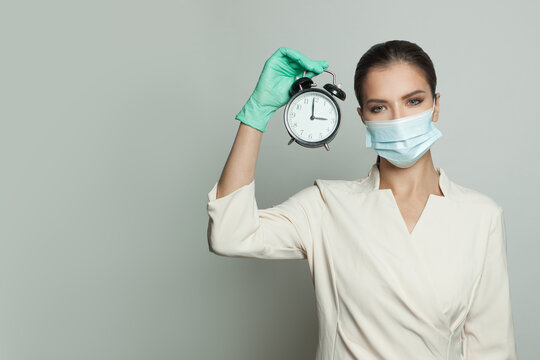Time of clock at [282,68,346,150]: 2:59
